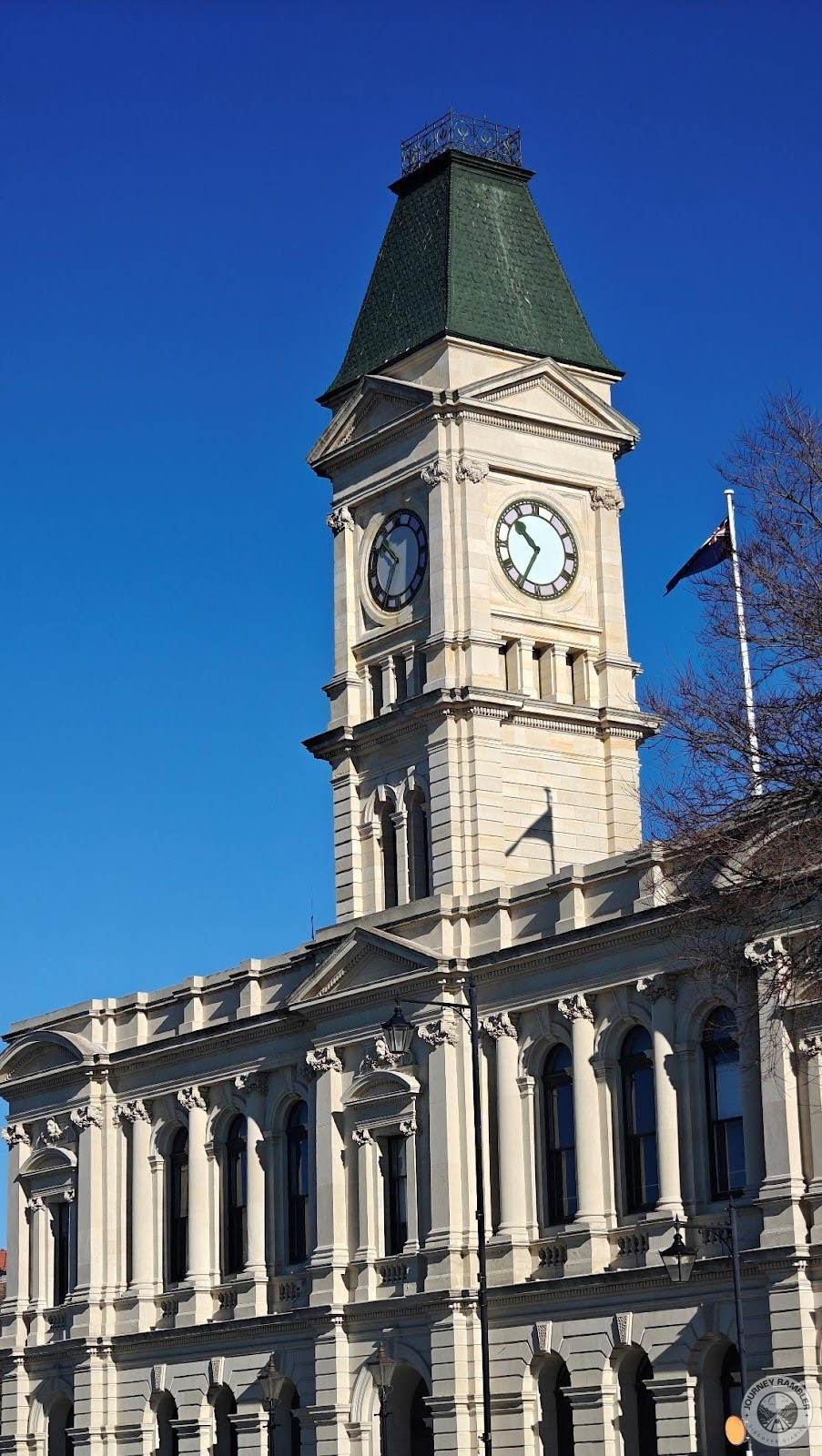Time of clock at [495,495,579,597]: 10:34
